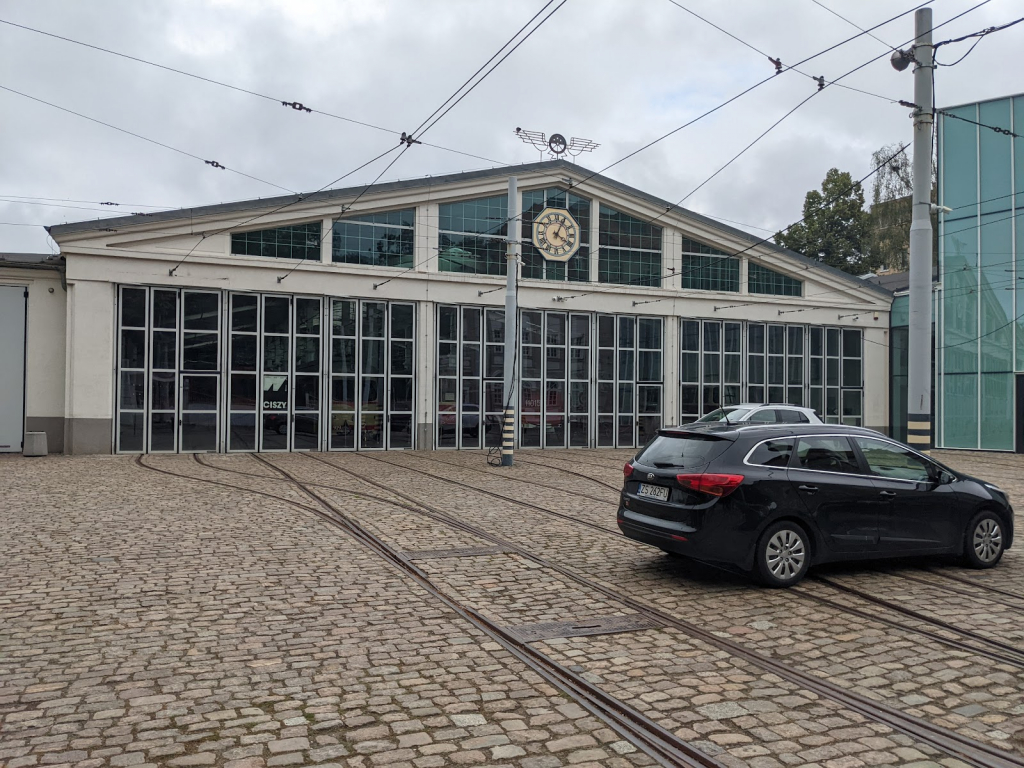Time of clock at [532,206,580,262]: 4:04
